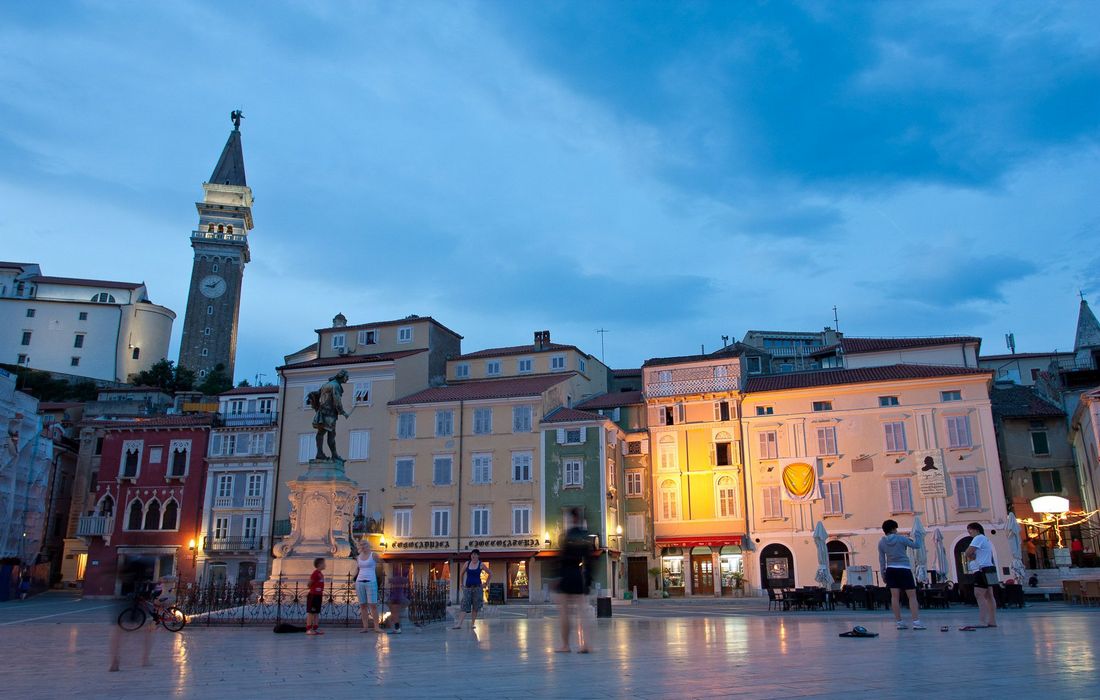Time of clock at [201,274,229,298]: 9:07
